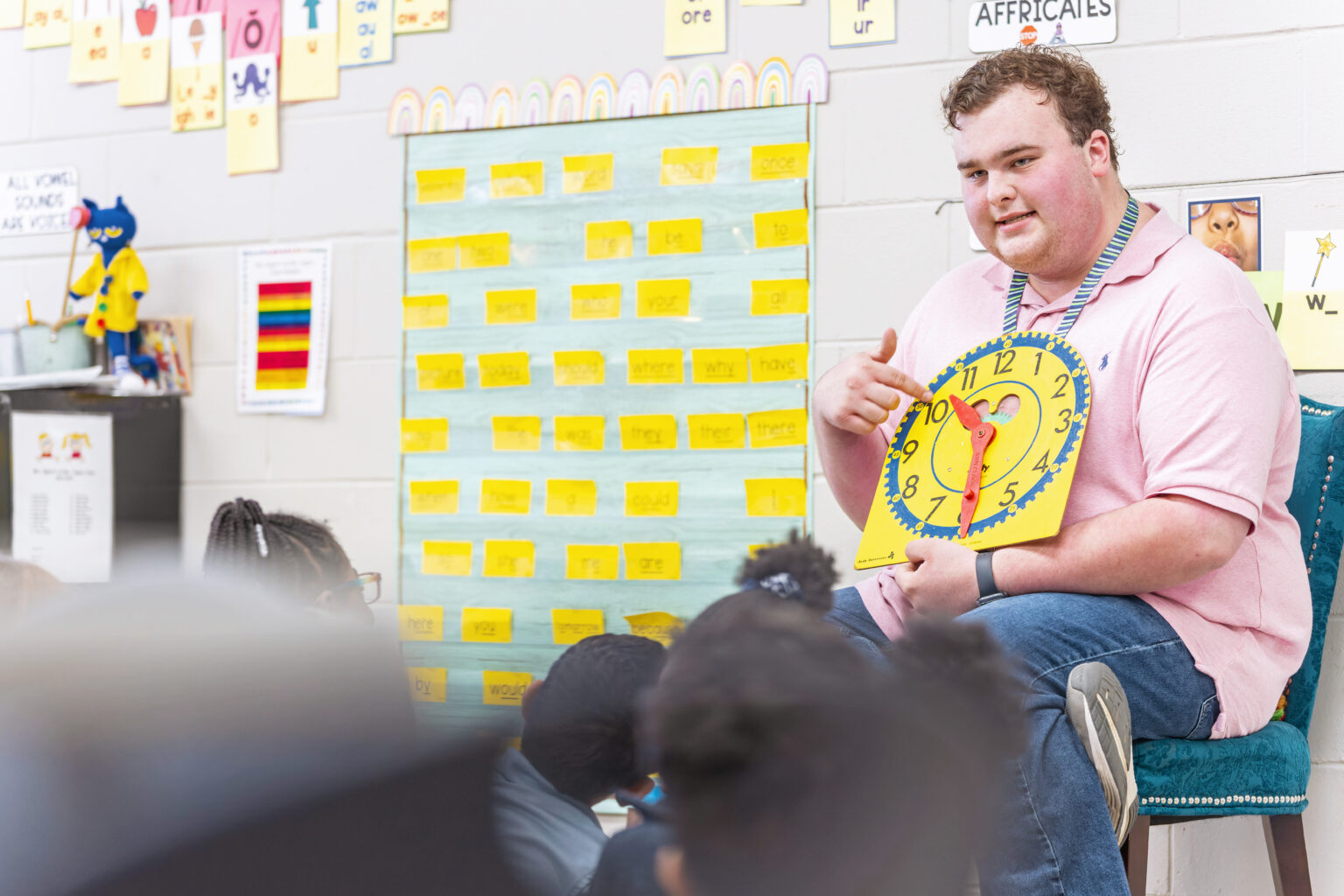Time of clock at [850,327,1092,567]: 10:30
